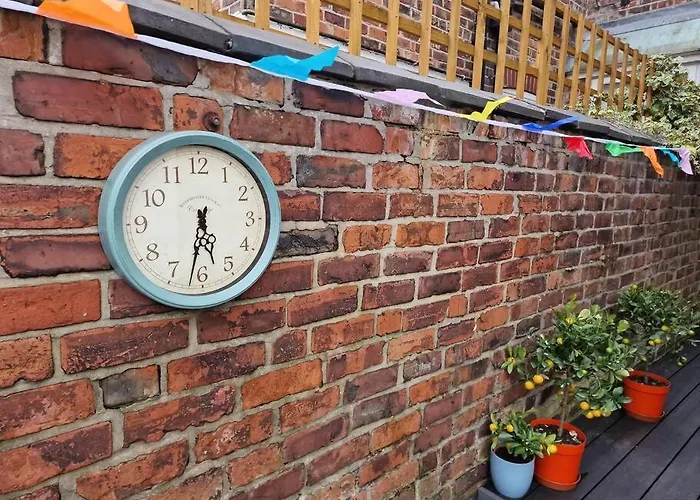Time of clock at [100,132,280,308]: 5:31
